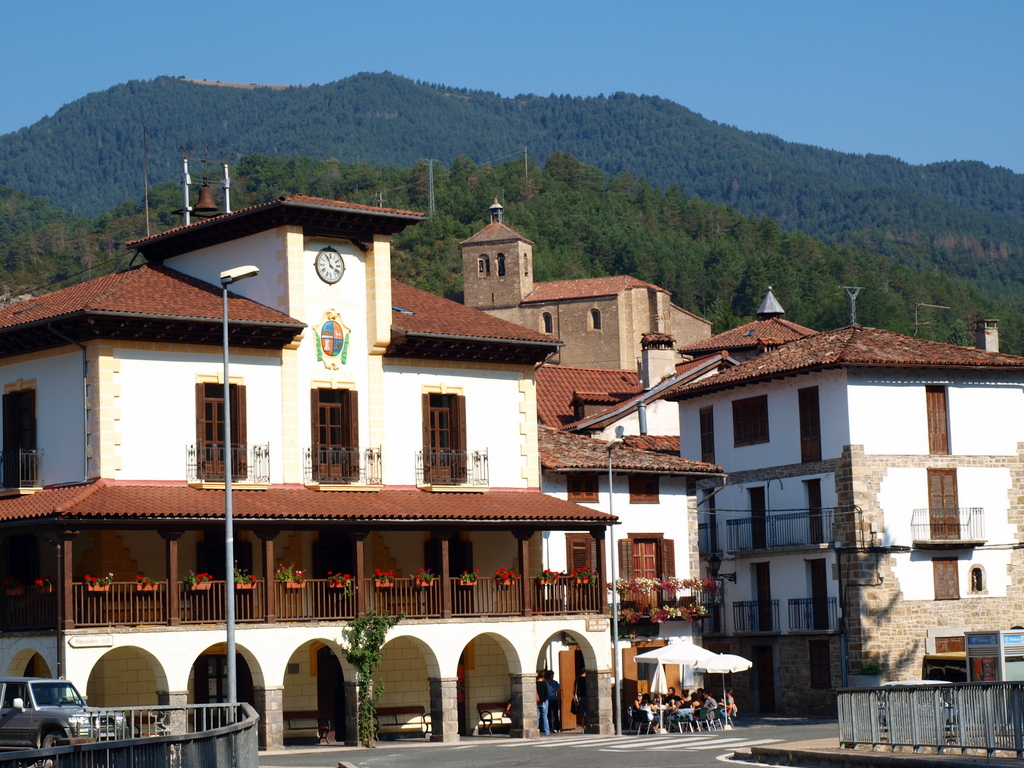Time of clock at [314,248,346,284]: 3:56
